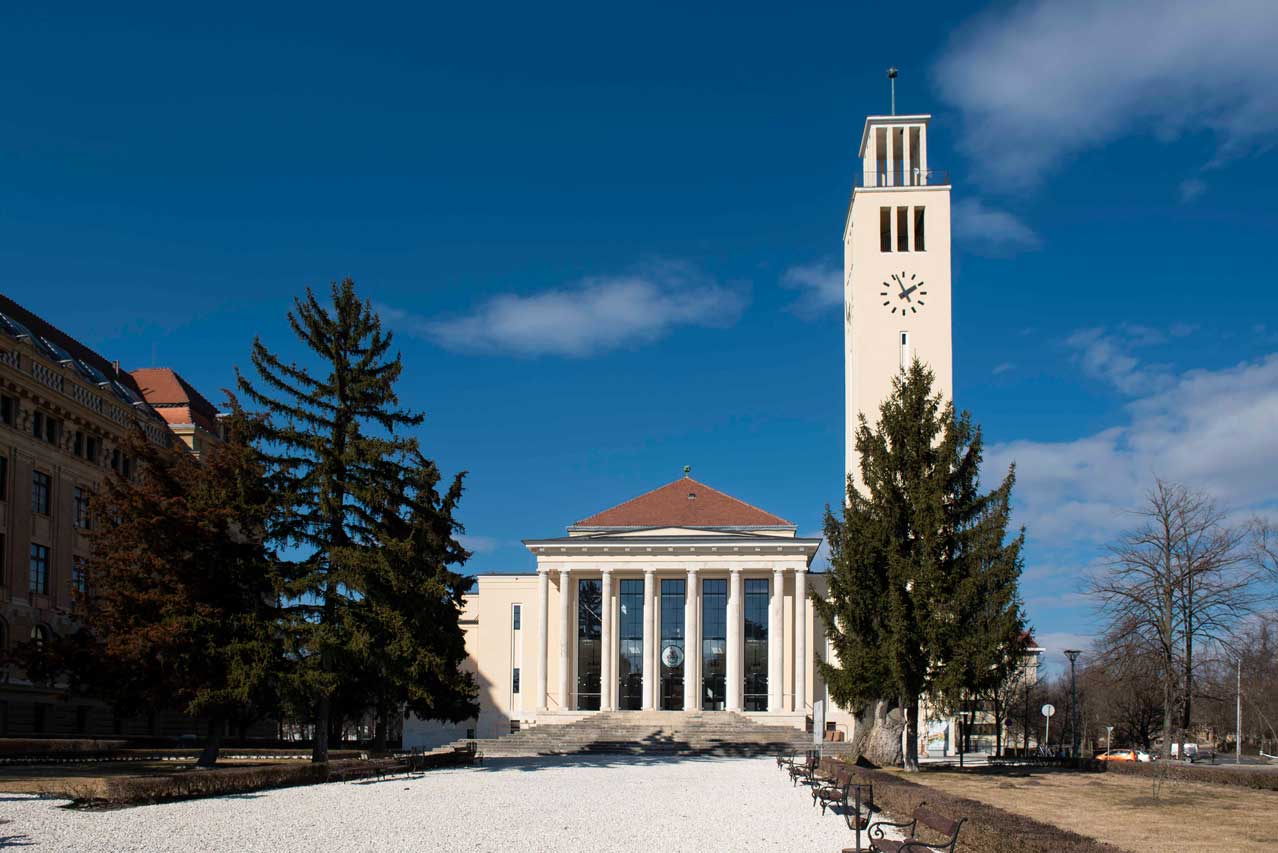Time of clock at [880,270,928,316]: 1:56
